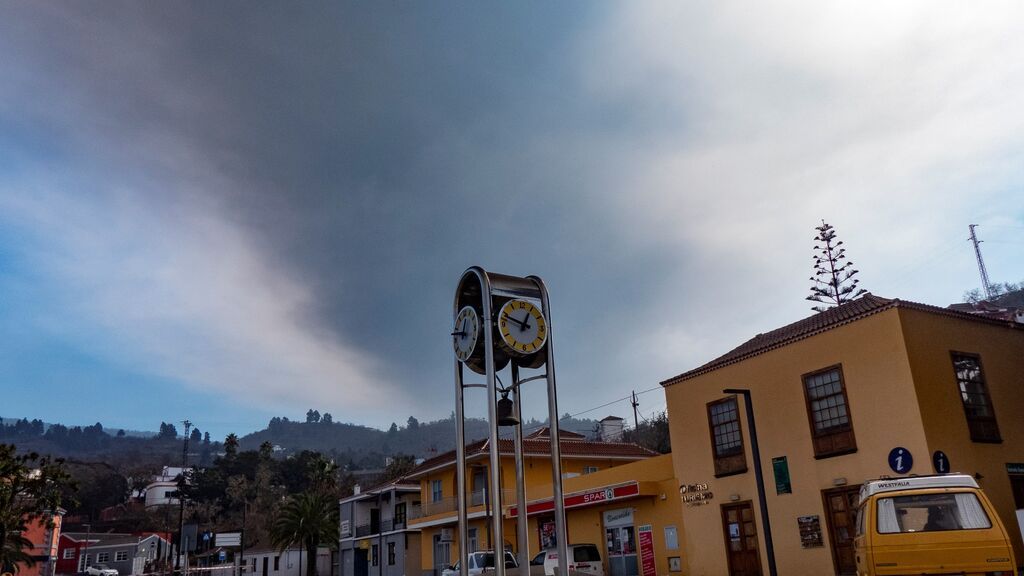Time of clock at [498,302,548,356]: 12:48
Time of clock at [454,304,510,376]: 12:48
